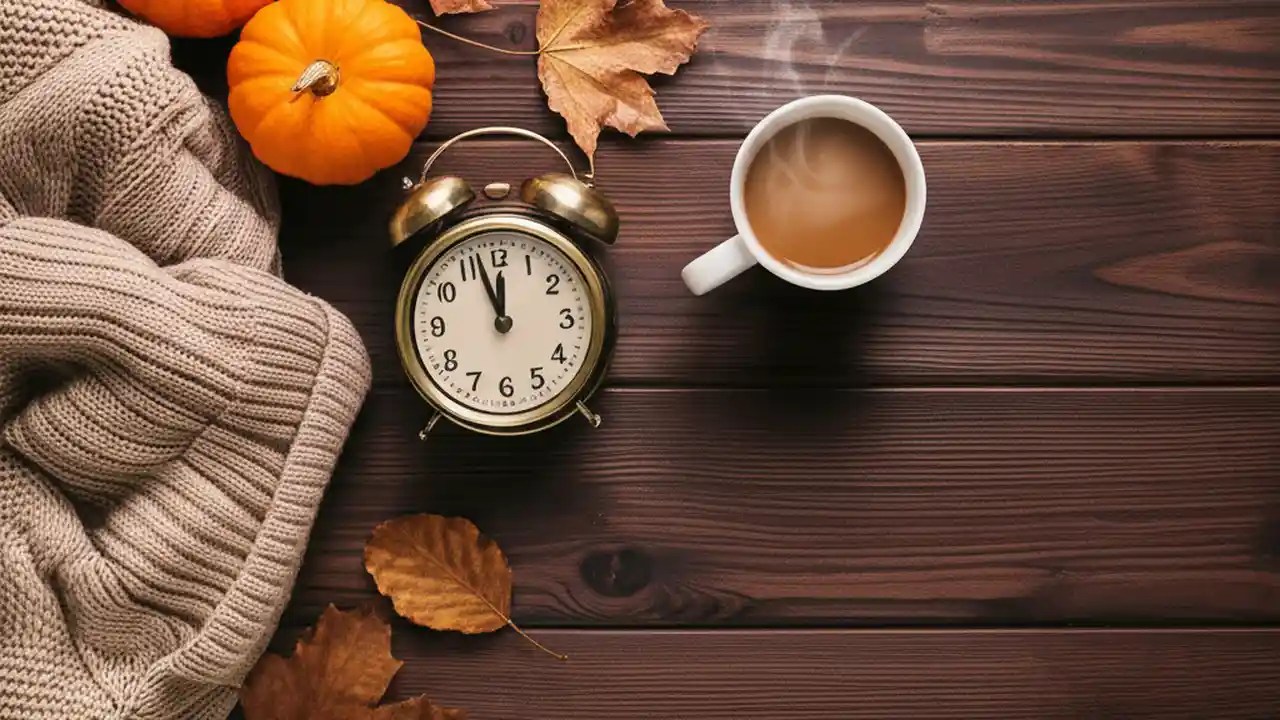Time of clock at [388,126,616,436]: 11:57
